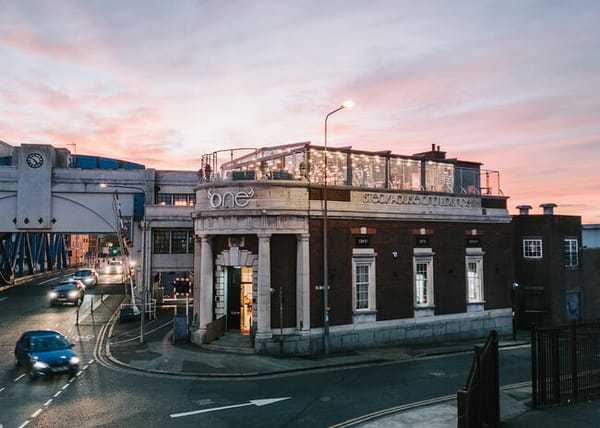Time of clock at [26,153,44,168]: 4:51
